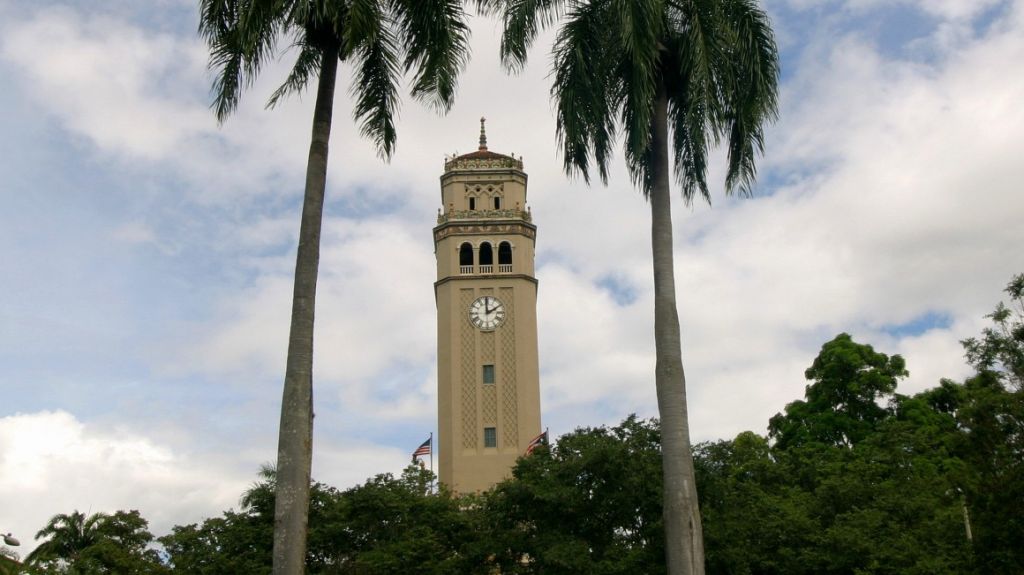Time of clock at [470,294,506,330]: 1:59
